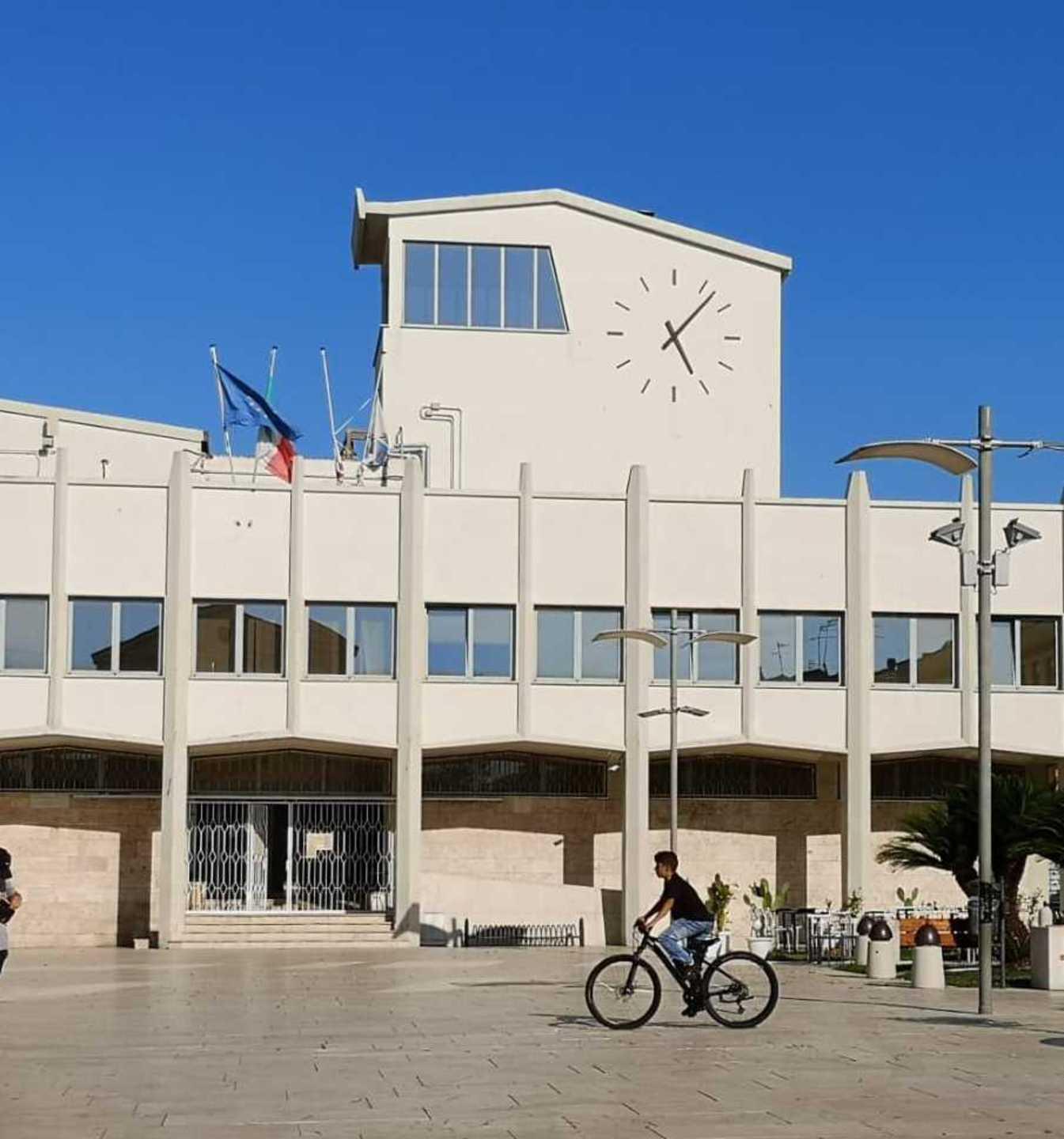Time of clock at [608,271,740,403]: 5:07
